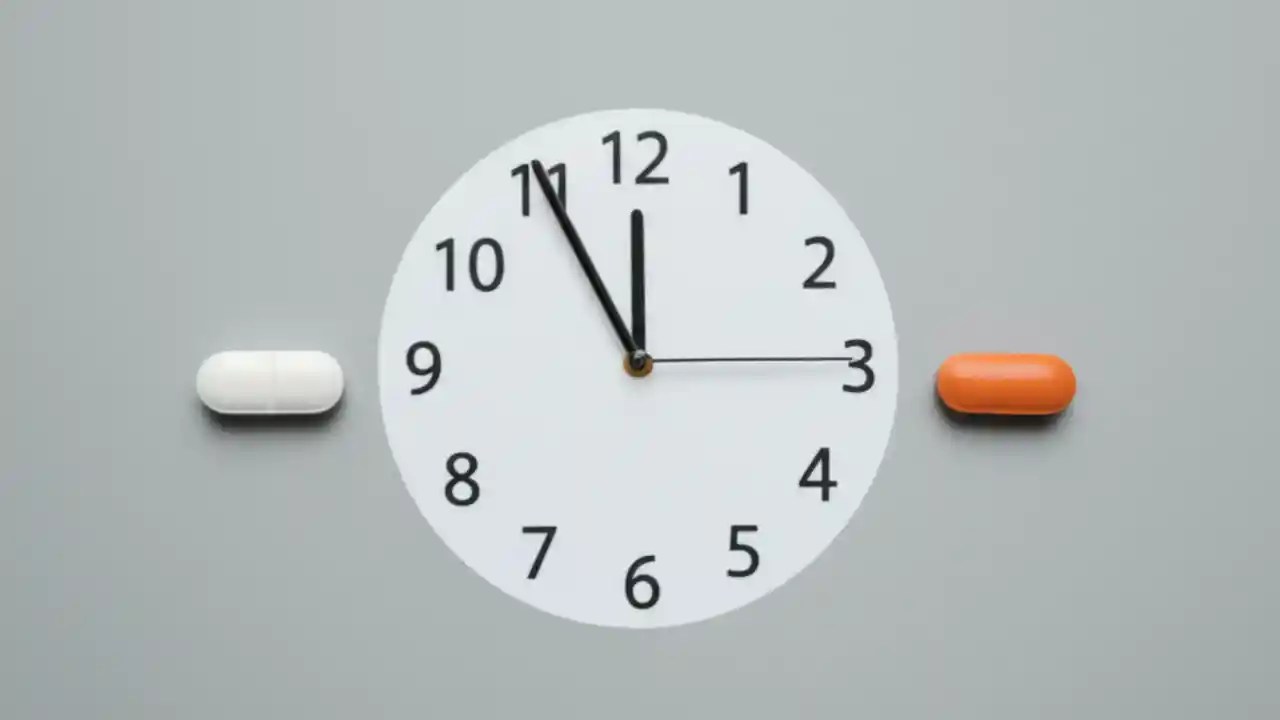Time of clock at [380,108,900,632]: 11:55
